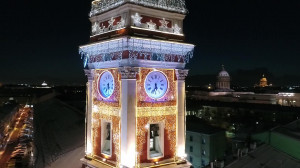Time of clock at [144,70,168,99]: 5:33
